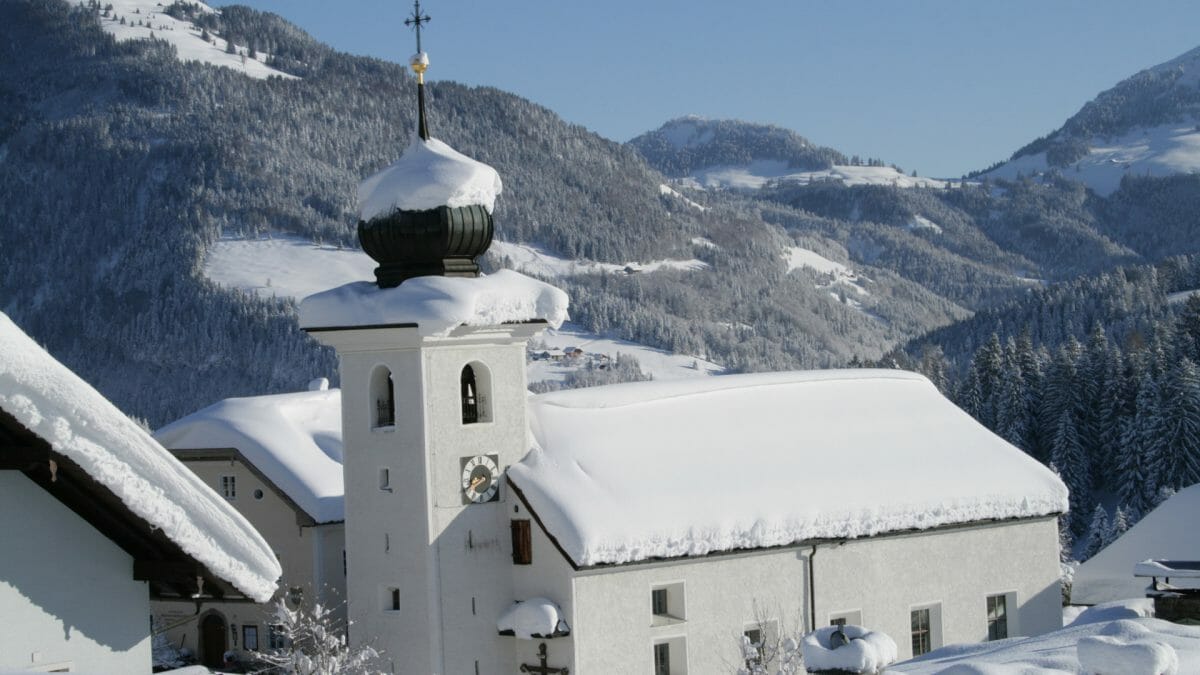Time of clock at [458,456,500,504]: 8:40
